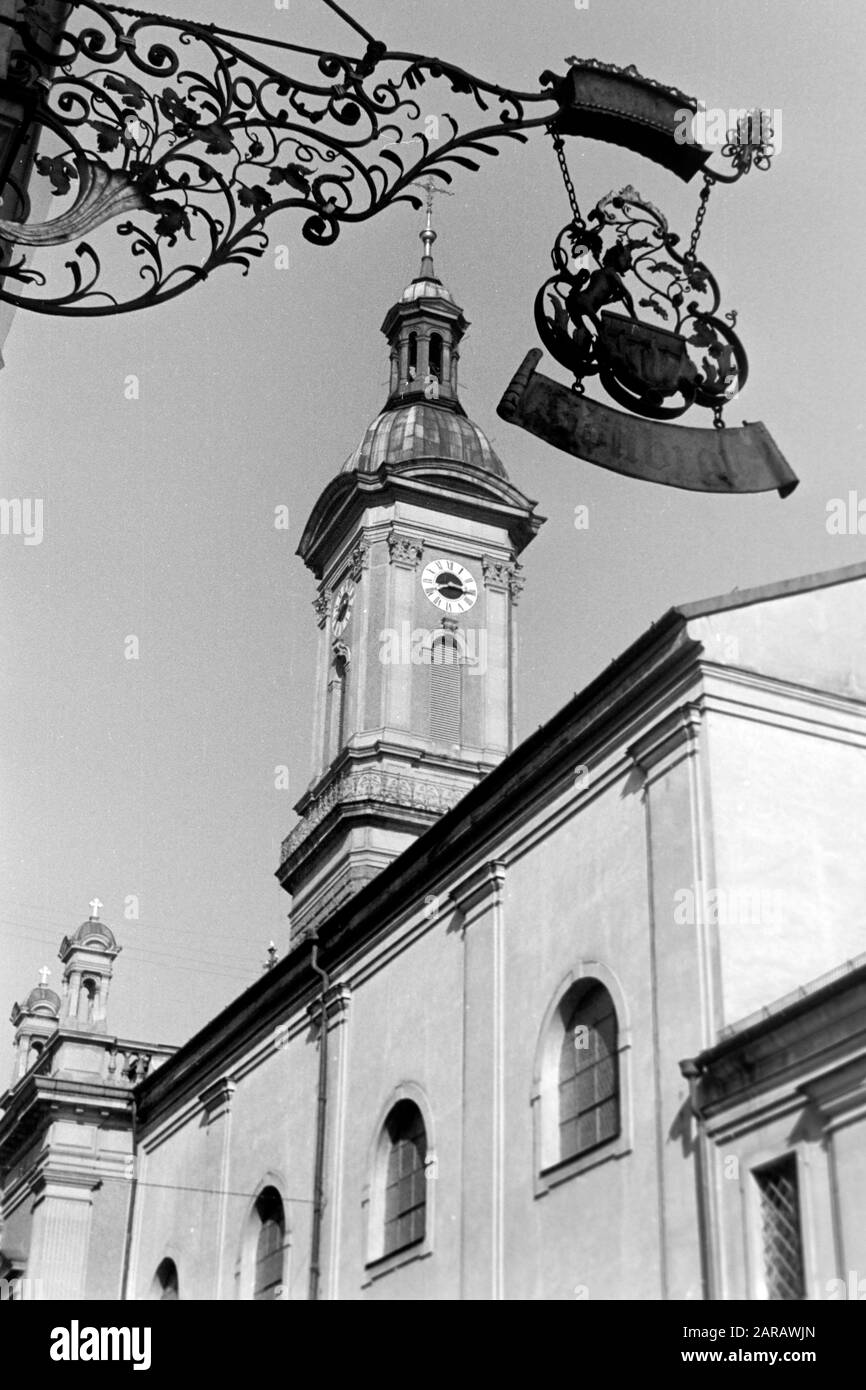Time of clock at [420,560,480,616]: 8:16
